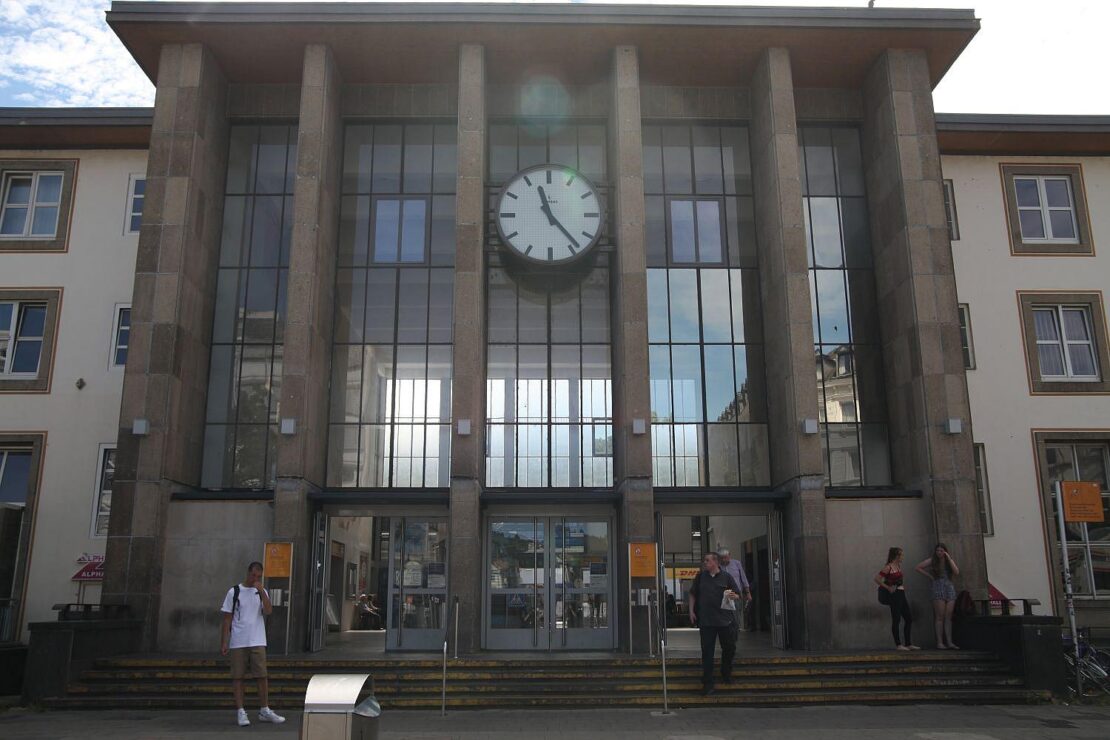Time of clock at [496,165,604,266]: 11:23
